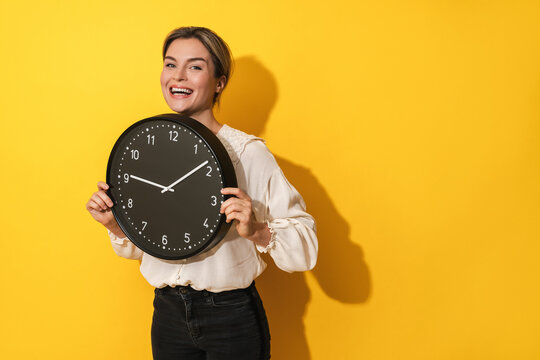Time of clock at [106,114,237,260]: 9:08
